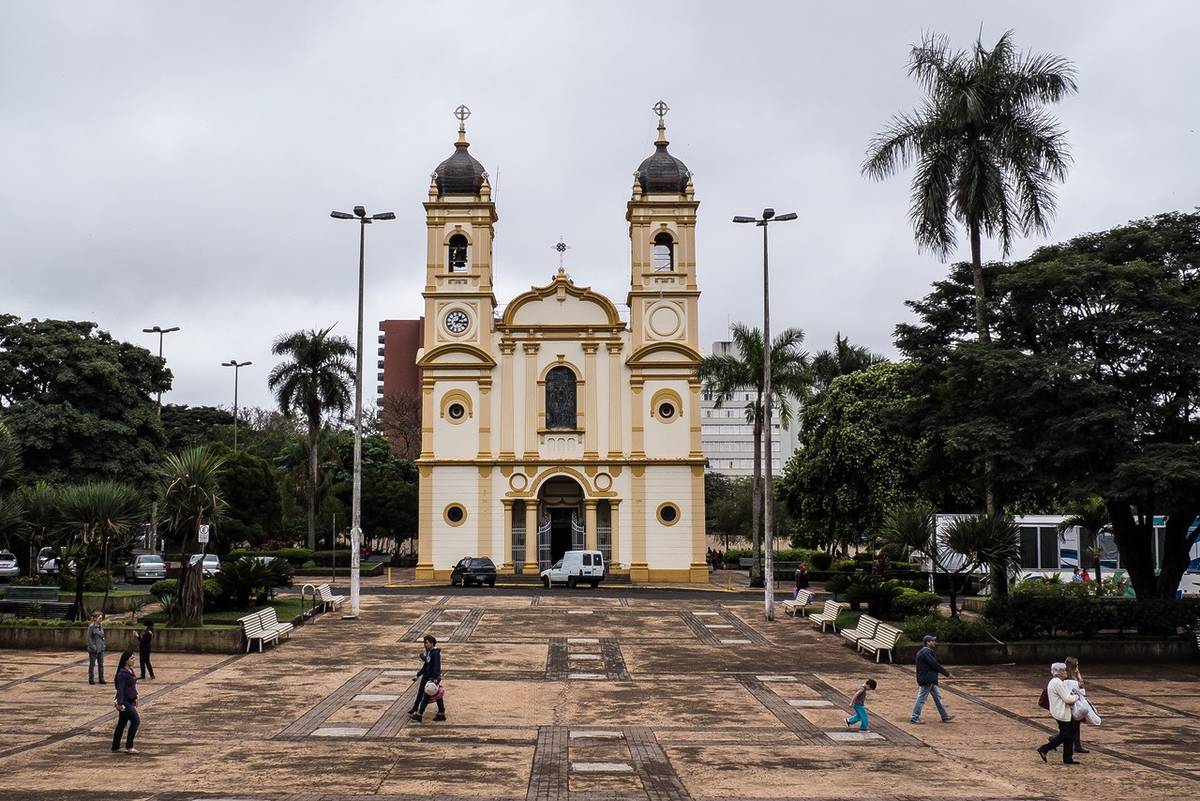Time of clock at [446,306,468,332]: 1:16
